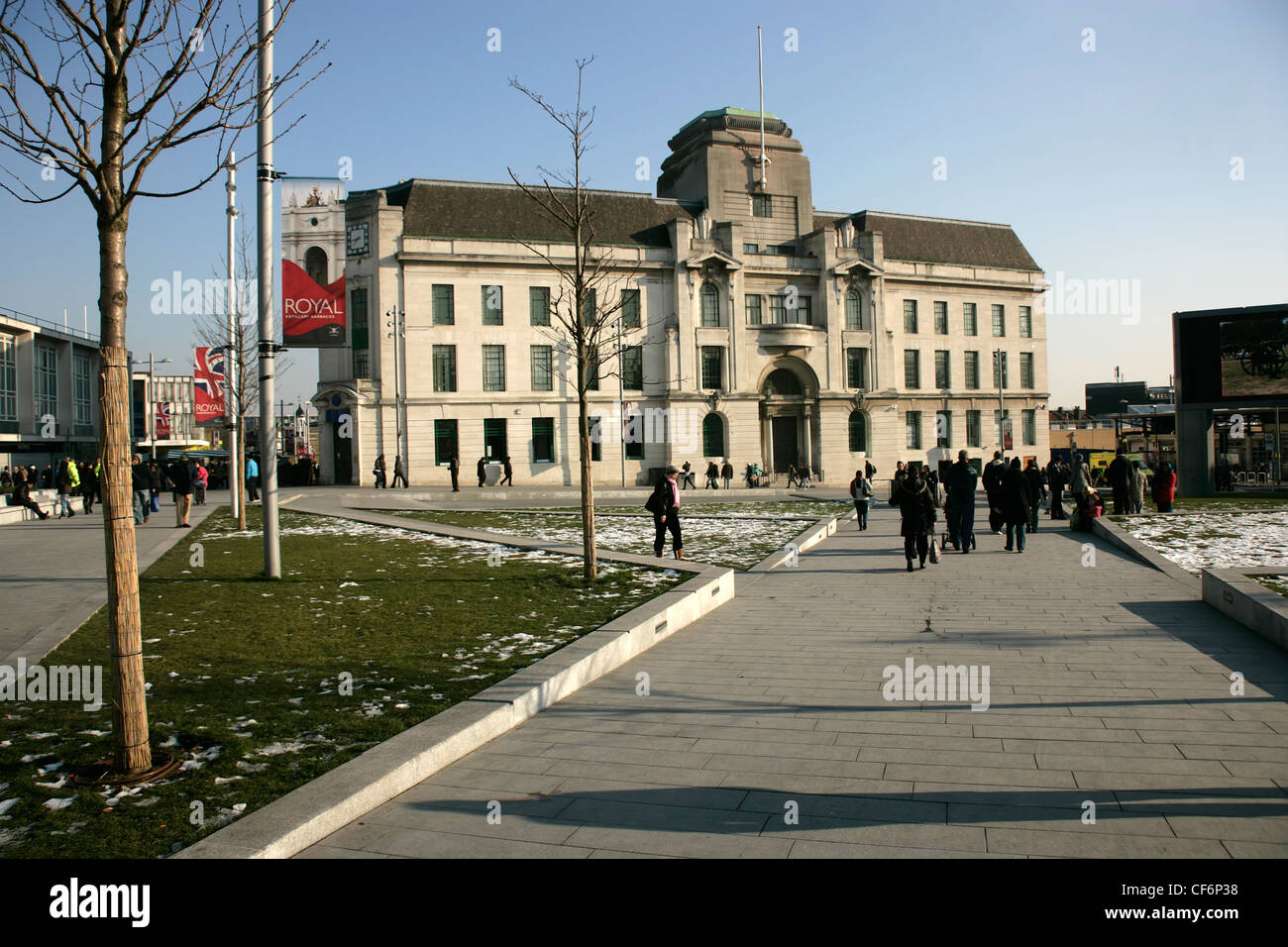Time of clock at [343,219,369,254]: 7:43
